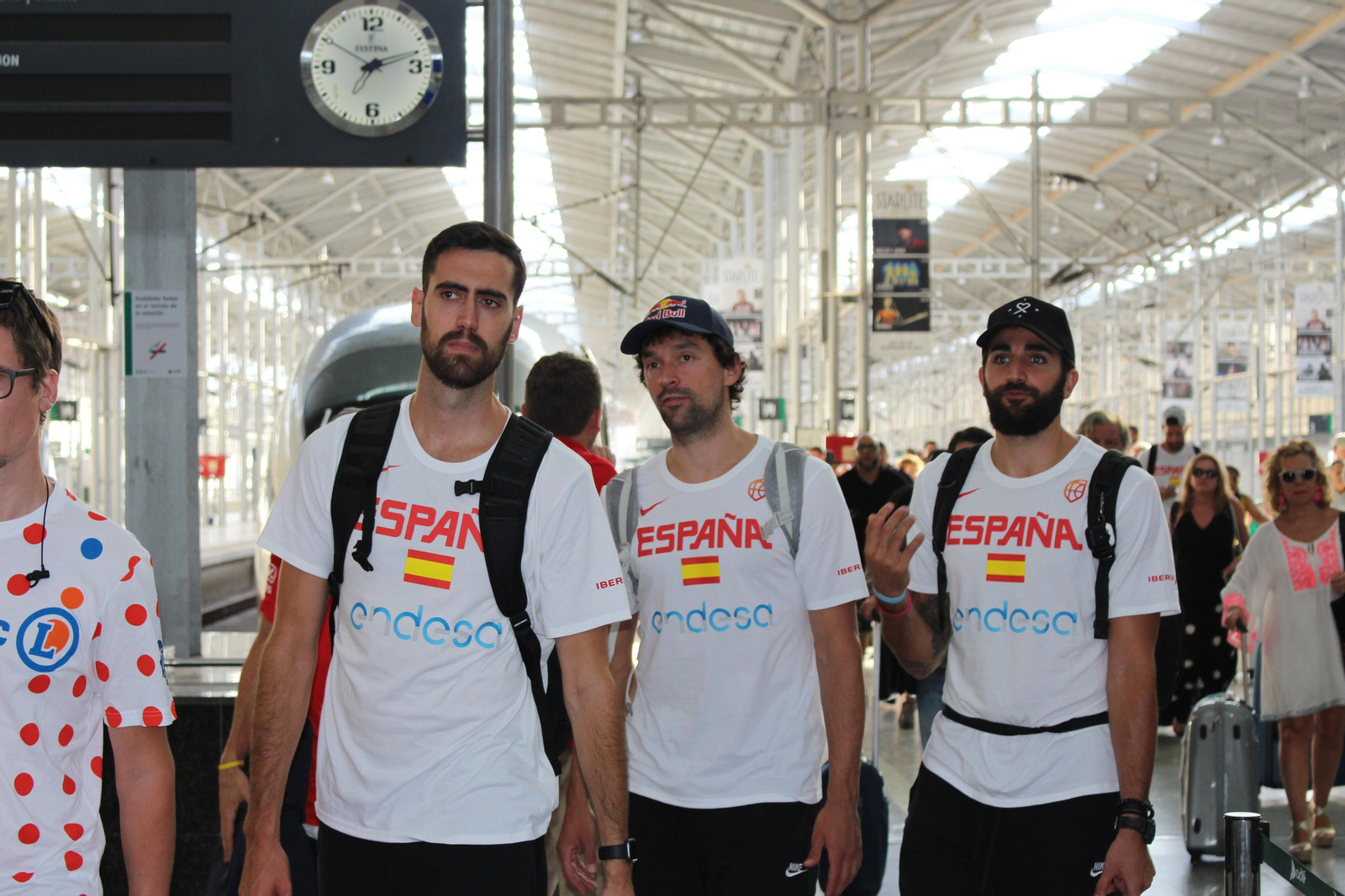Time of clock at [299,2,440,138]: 7:12
